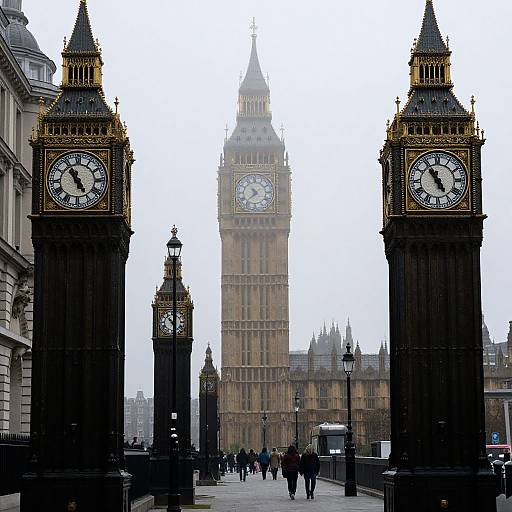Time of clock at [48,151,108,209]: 4:54
